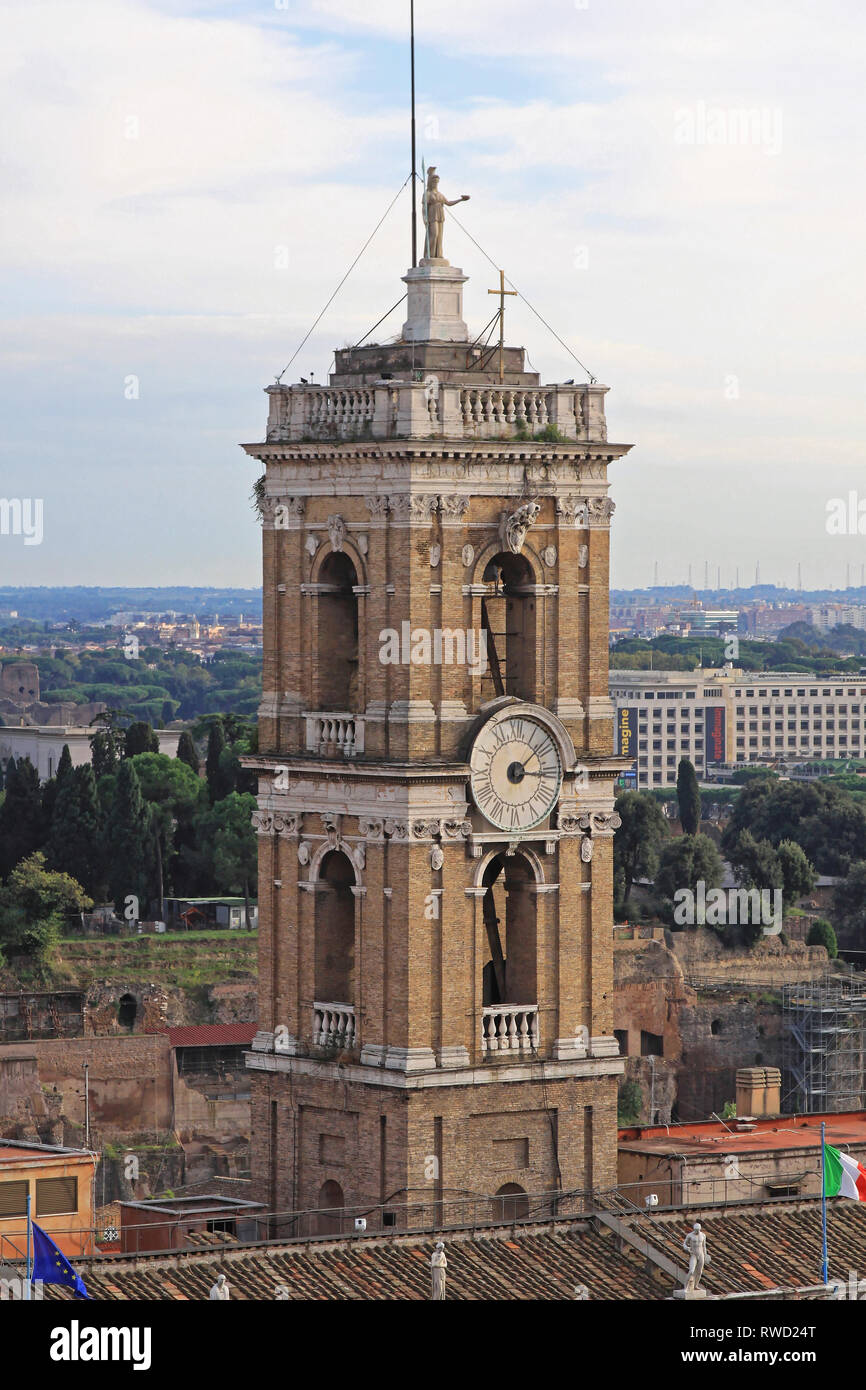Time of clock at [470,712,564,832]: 3:08
